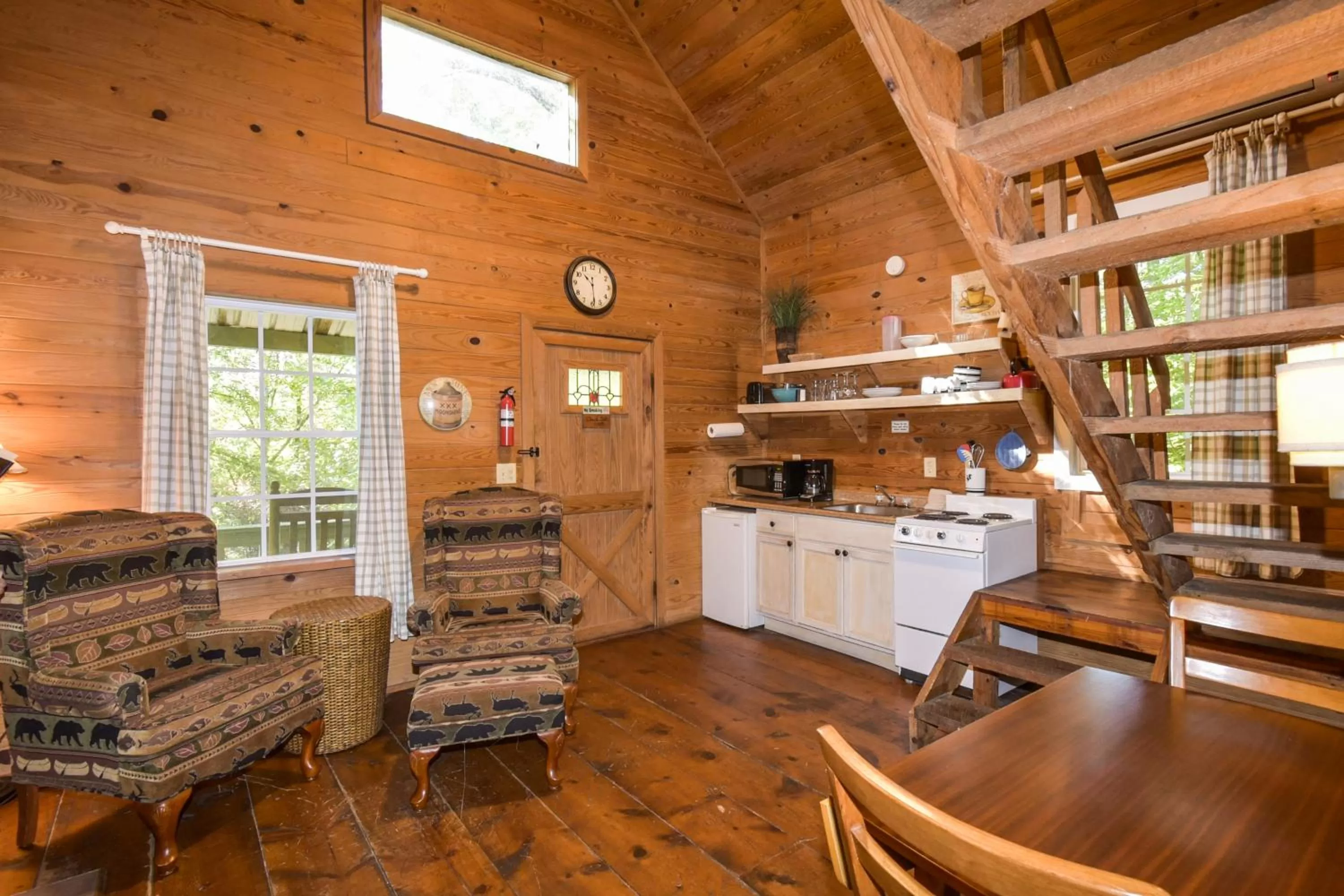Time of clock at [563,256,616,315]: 10:28
